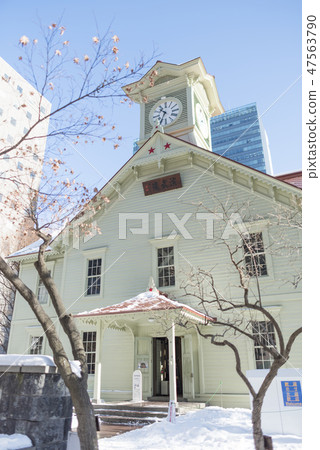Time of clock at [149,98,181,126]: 10:34
